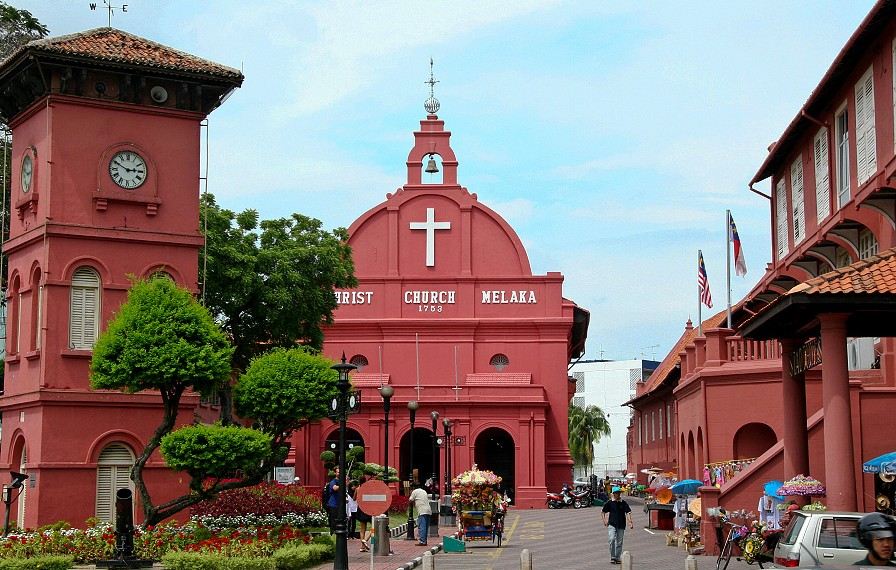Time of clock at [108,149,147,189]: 2:49
